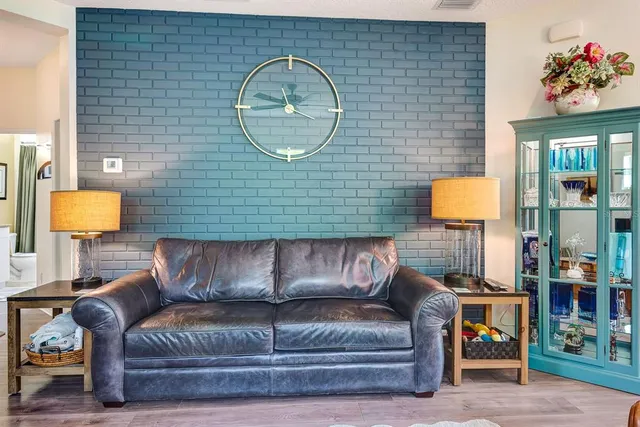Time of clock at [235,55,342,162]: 9:44
